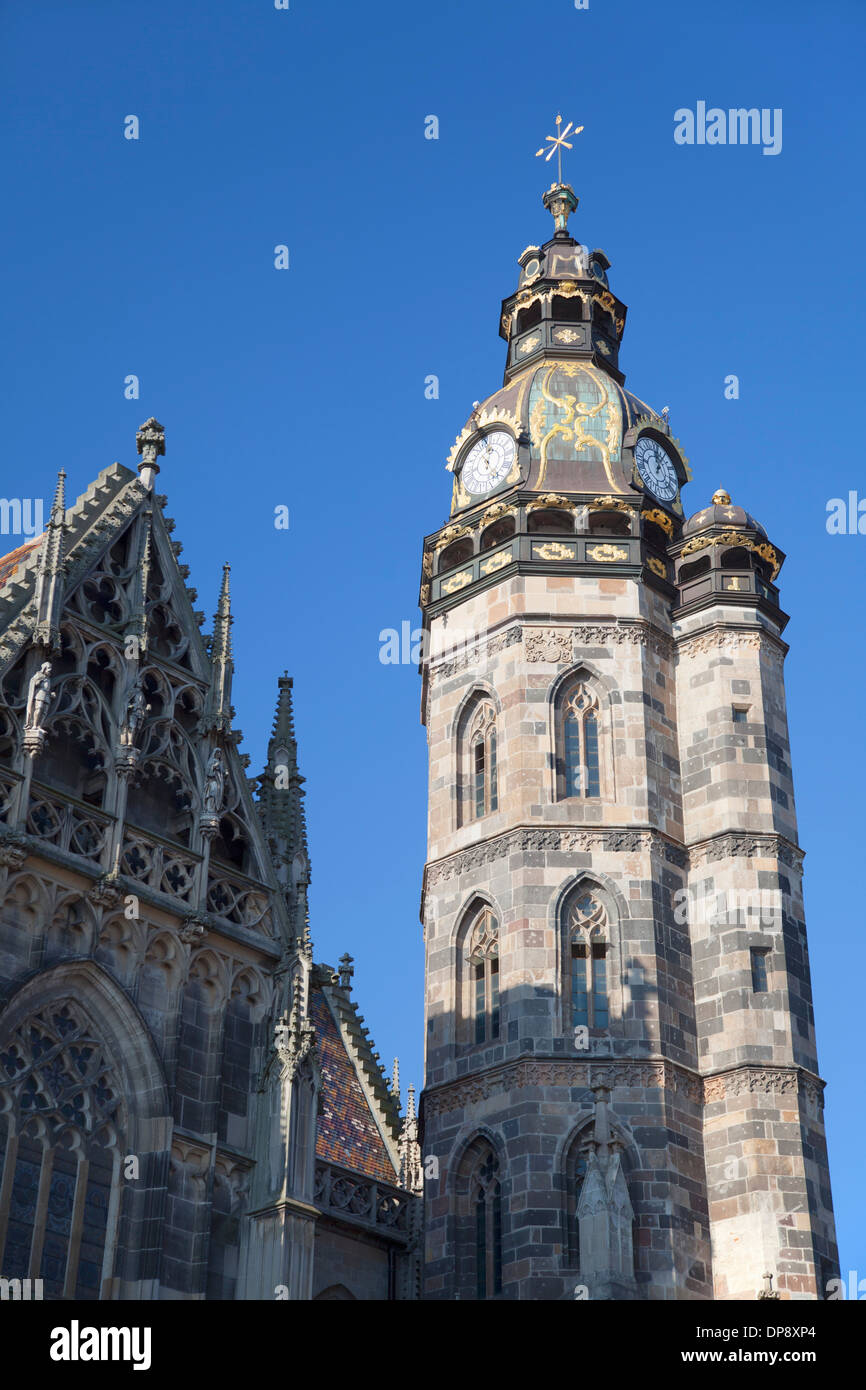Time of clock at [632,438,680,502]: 12:06
